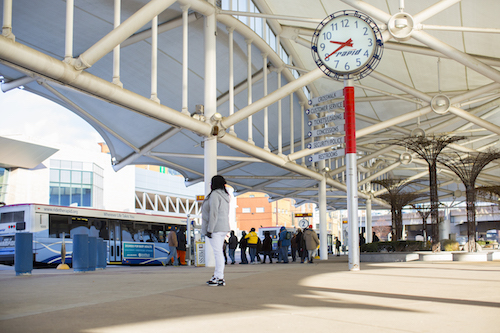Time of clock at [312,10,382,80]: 9:40
